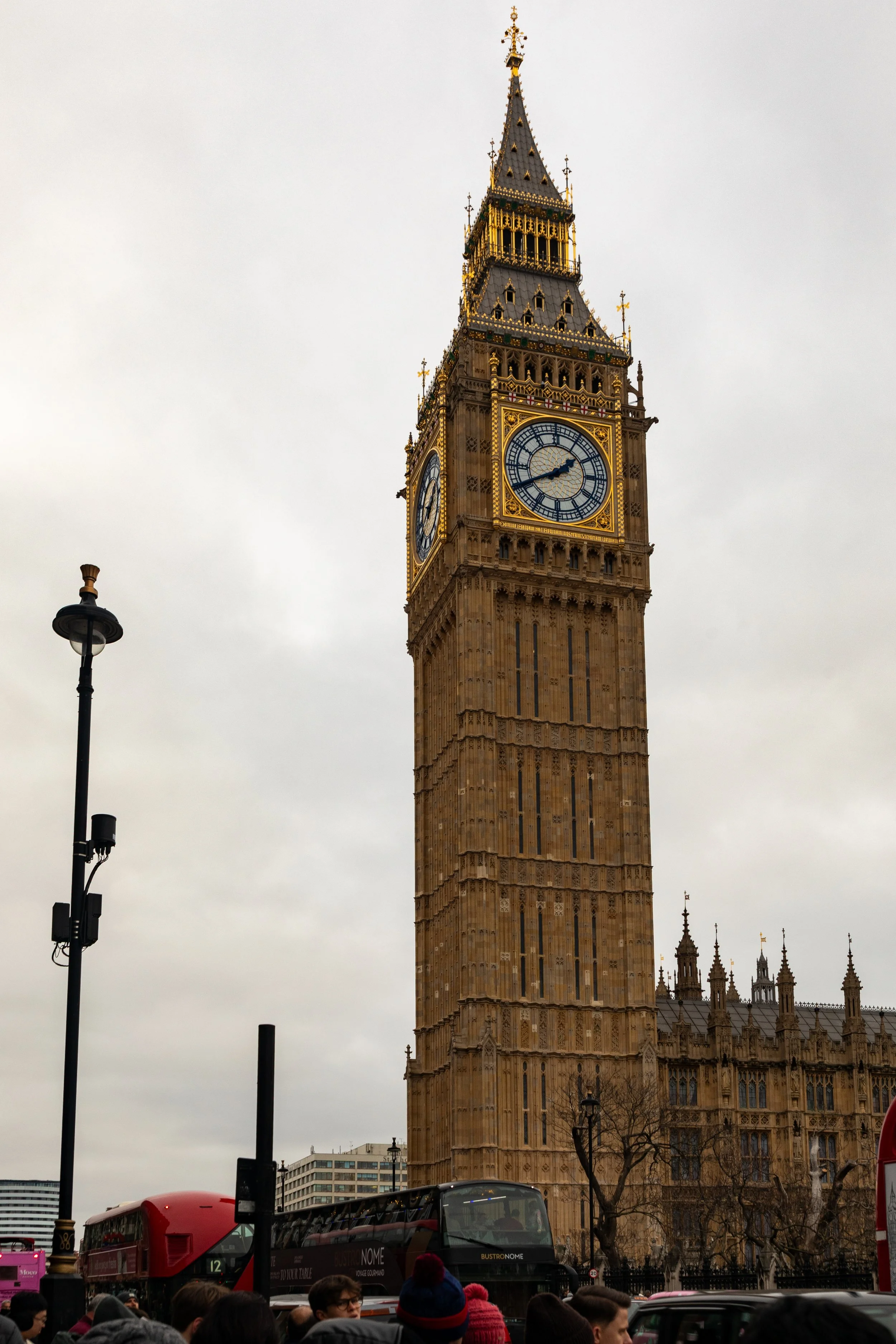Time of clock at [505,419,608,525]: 1:40
